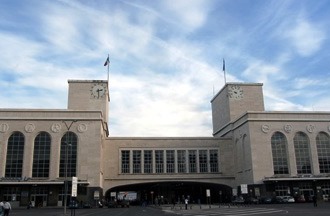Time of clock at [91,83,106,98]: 2:29
